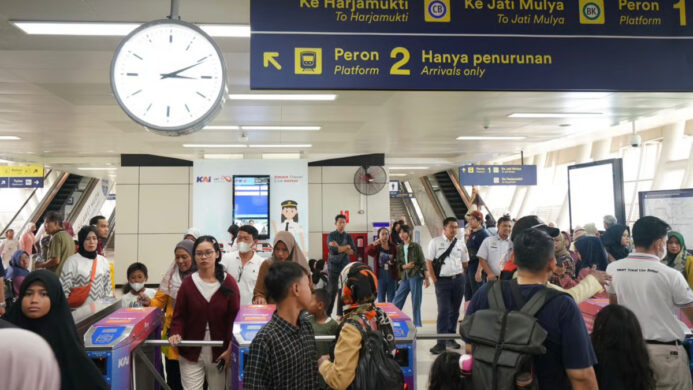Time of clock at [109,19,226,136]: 3:10
